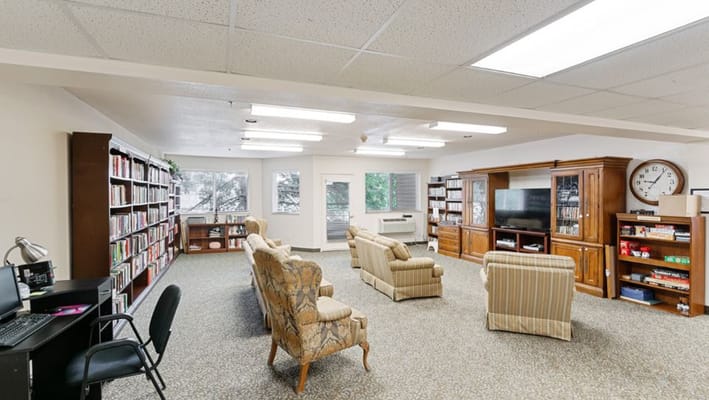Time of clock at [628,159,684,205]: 9:06
